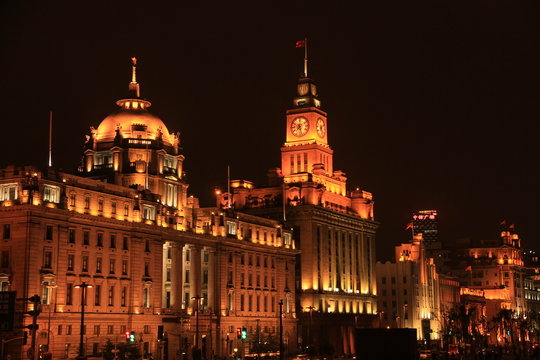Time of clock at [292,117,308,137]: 7:27
